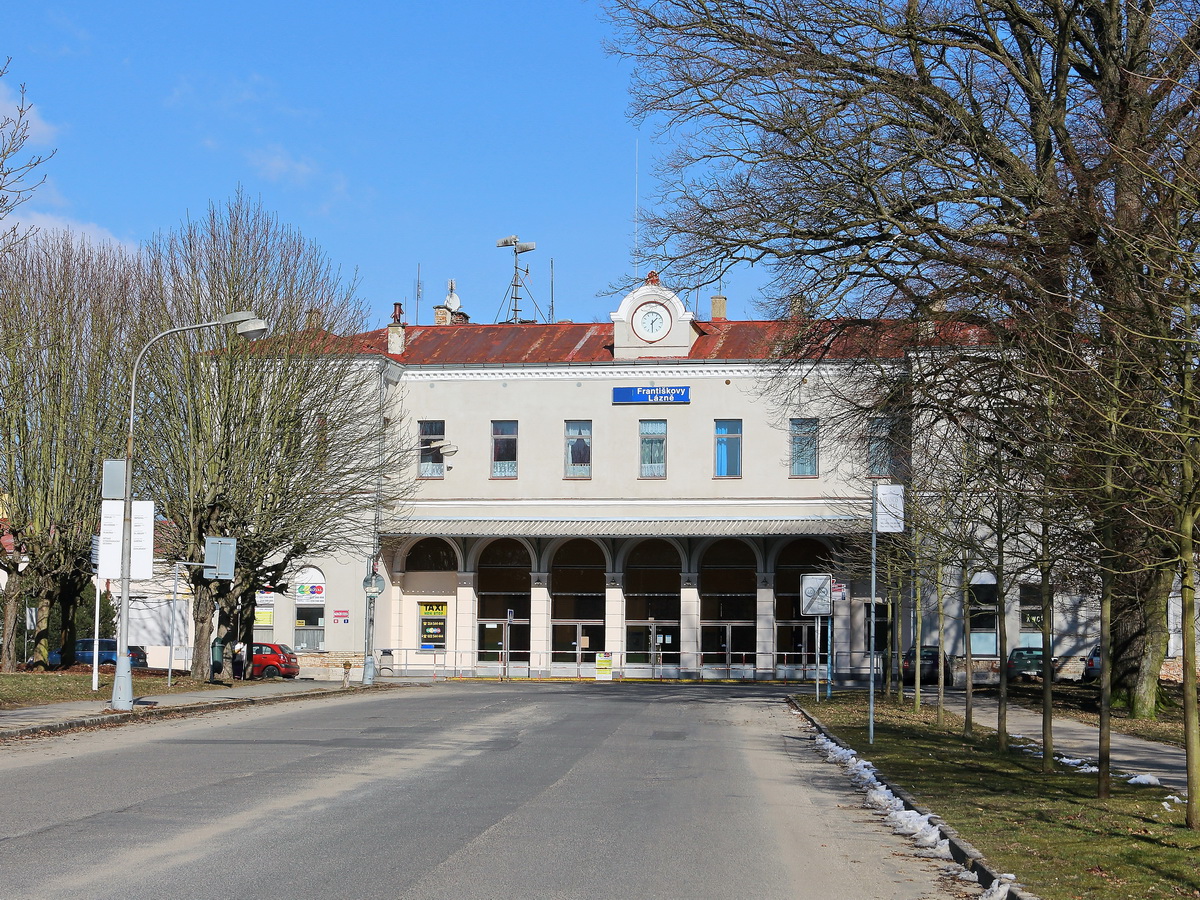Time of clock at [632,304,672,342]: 1:29
